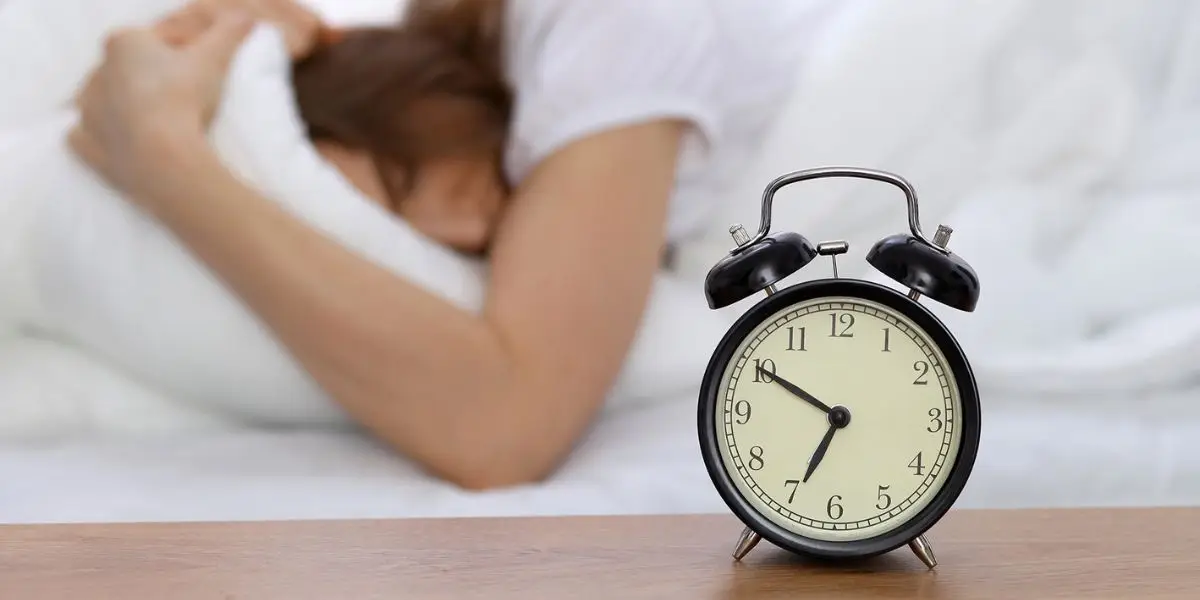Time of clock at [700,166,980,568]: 6:50
